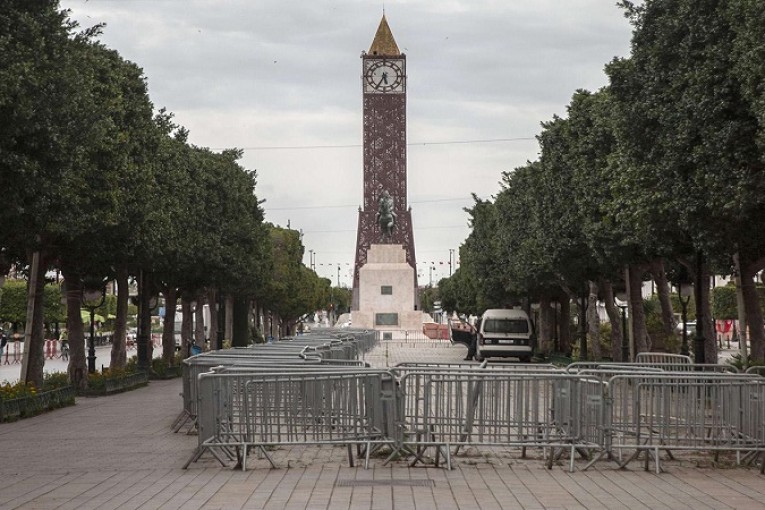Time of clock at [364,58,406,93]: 5:34
